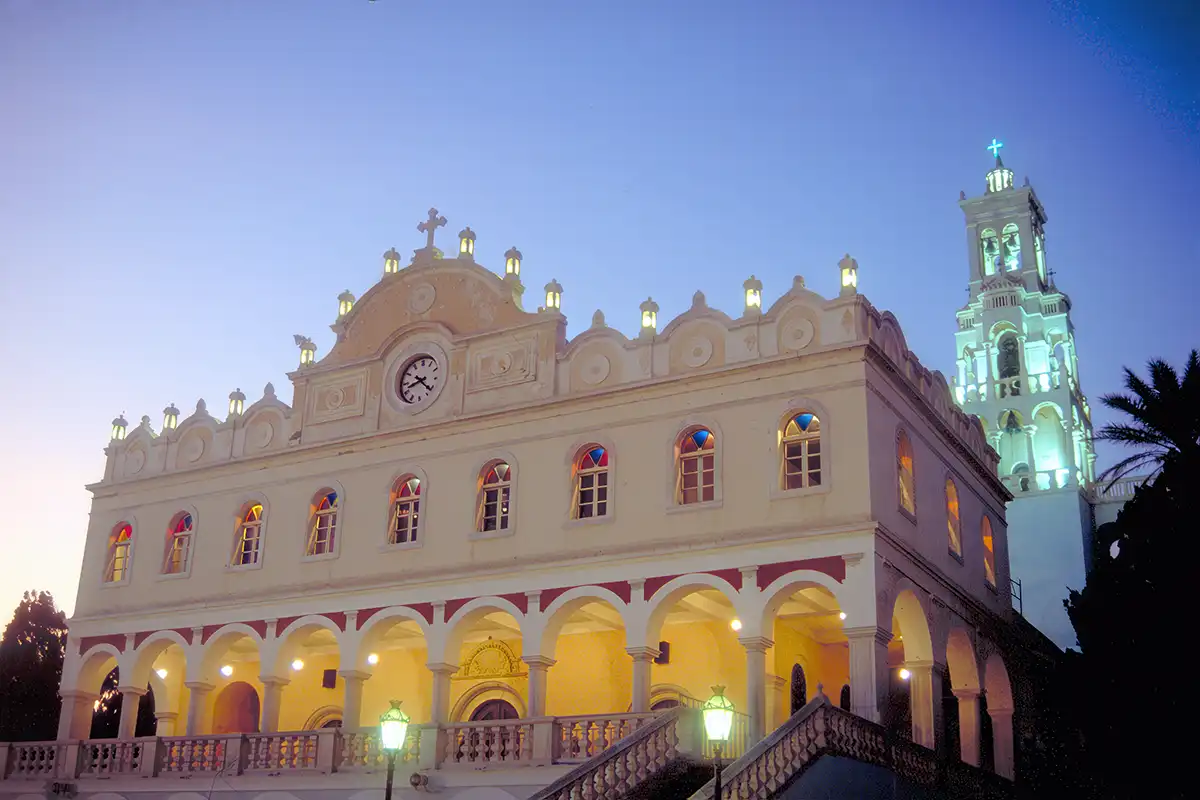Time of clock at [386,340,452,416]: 8:21
